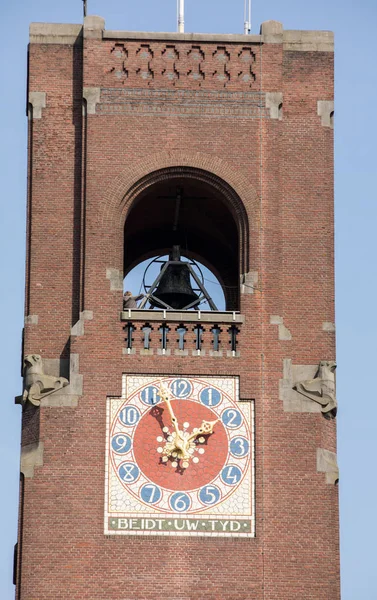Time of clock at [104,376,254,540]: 1:57
